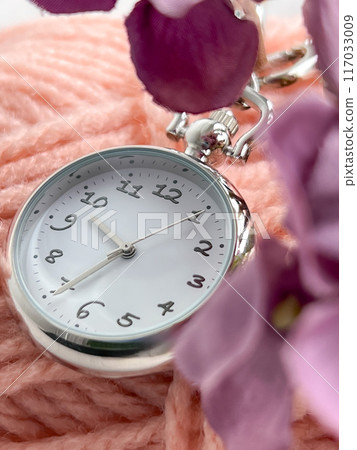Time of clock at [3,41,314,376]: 10:39
